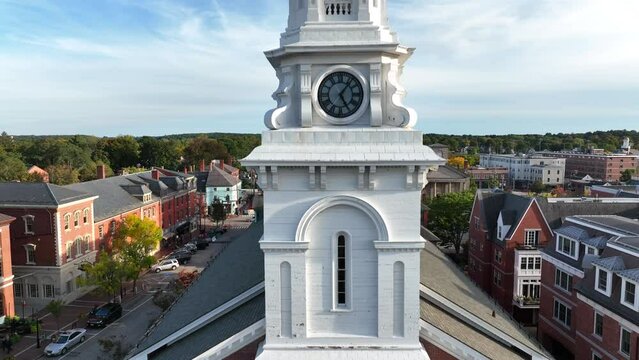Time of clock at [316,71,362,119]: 5:06
